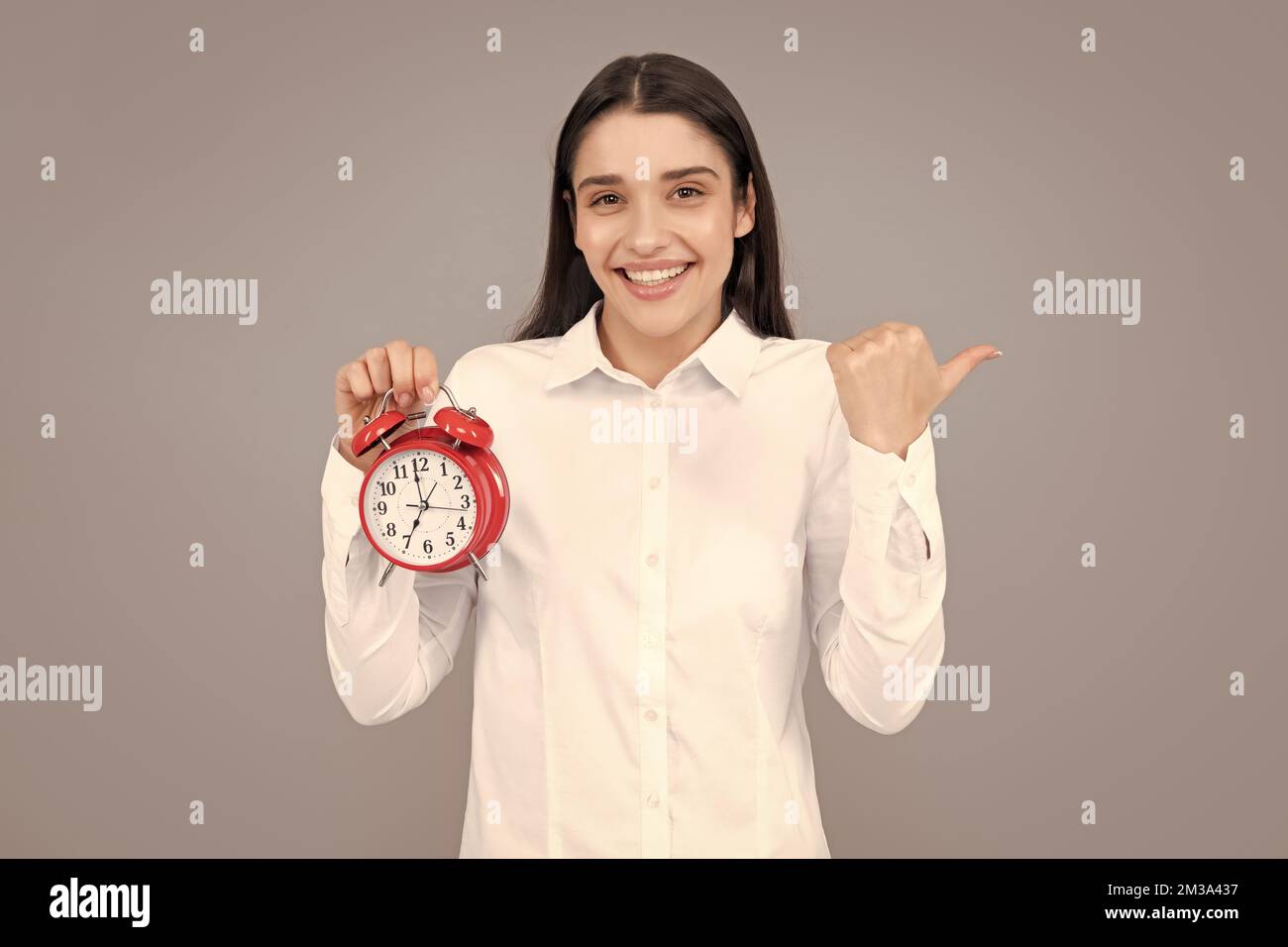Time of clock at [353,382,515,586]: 6:58
